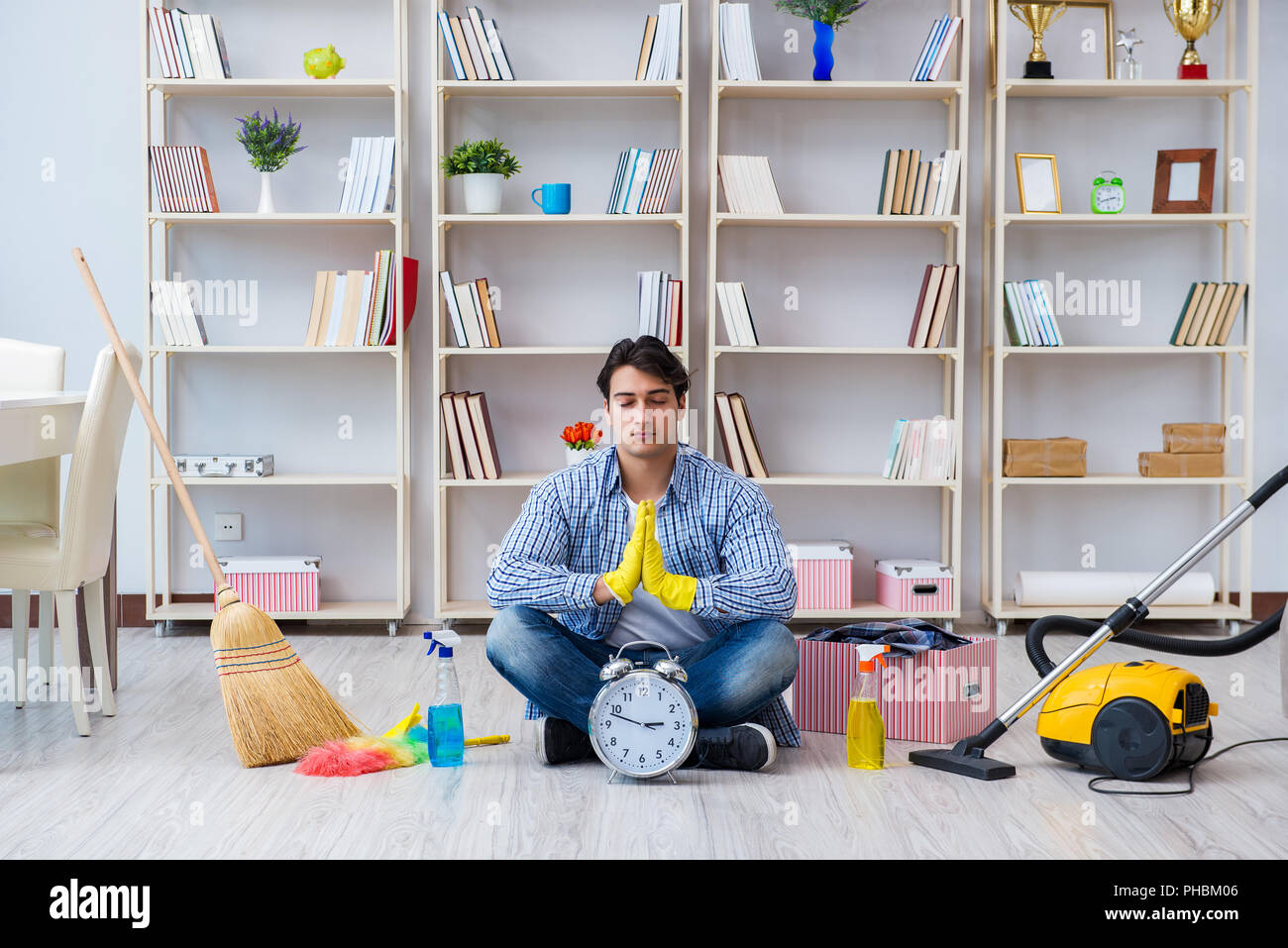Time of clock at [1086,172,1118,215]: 2:41
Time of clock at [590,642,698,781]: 2:48
